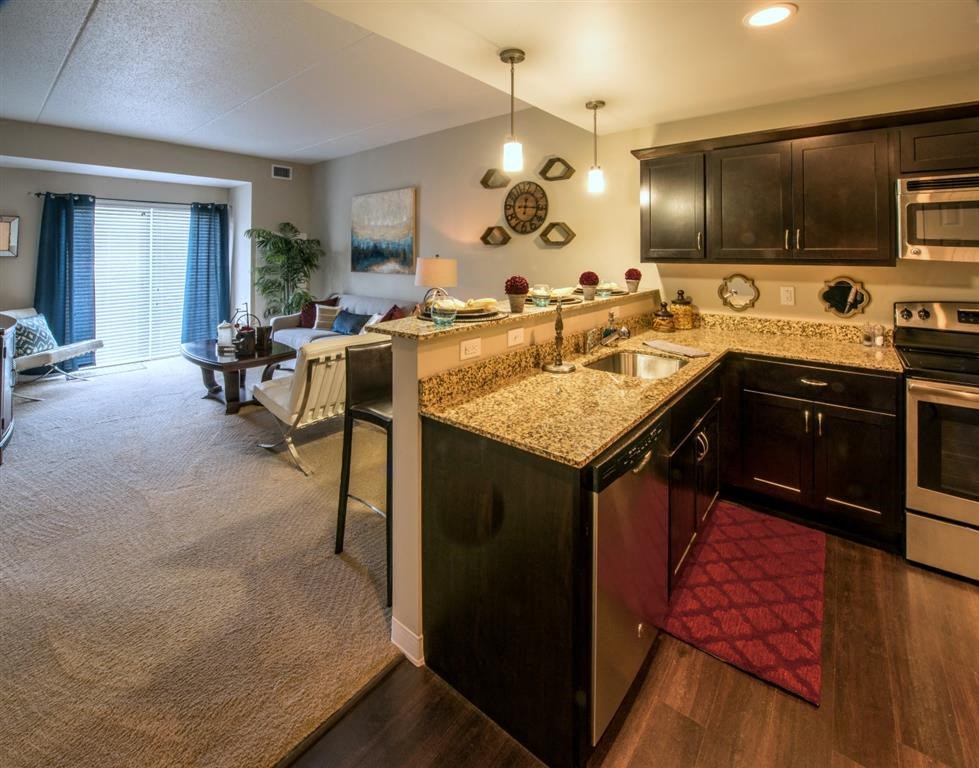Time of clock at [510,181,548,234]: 12:14
